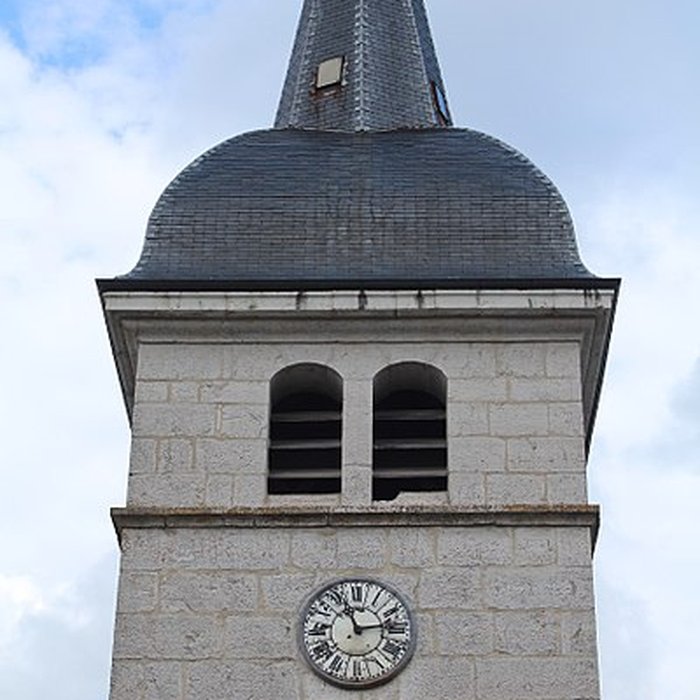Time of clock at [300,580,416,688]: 11:13
